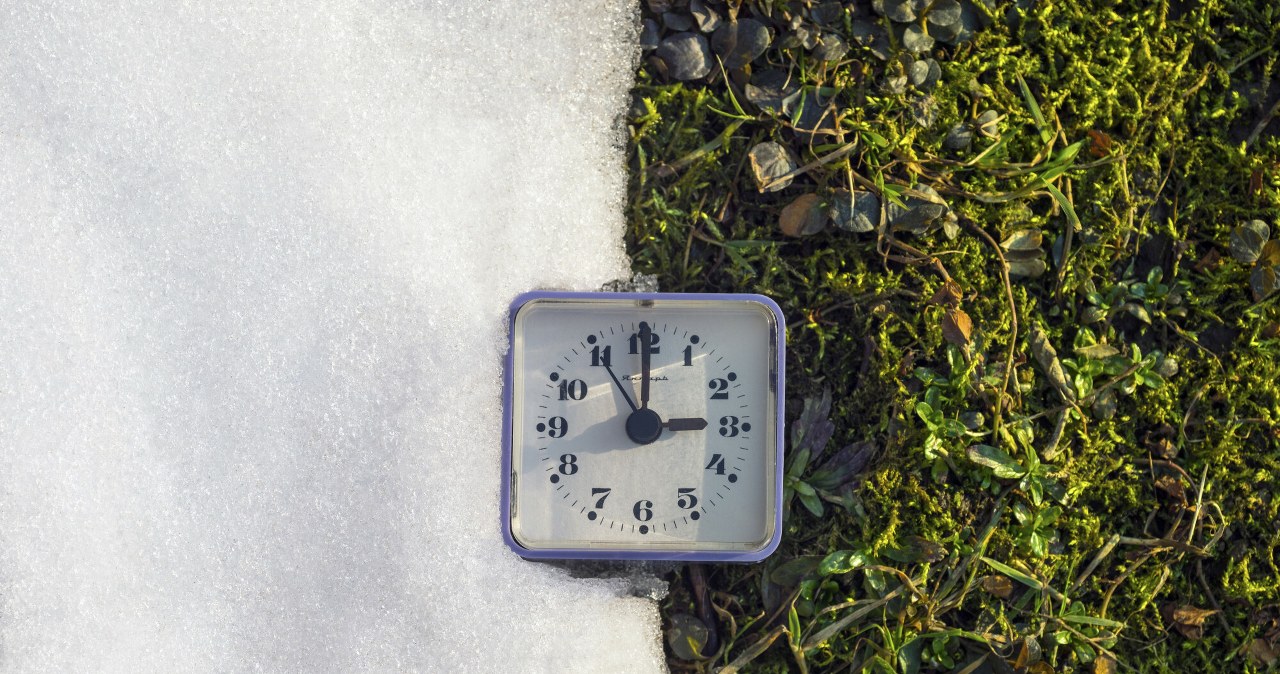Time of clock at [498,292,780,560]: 2:59
